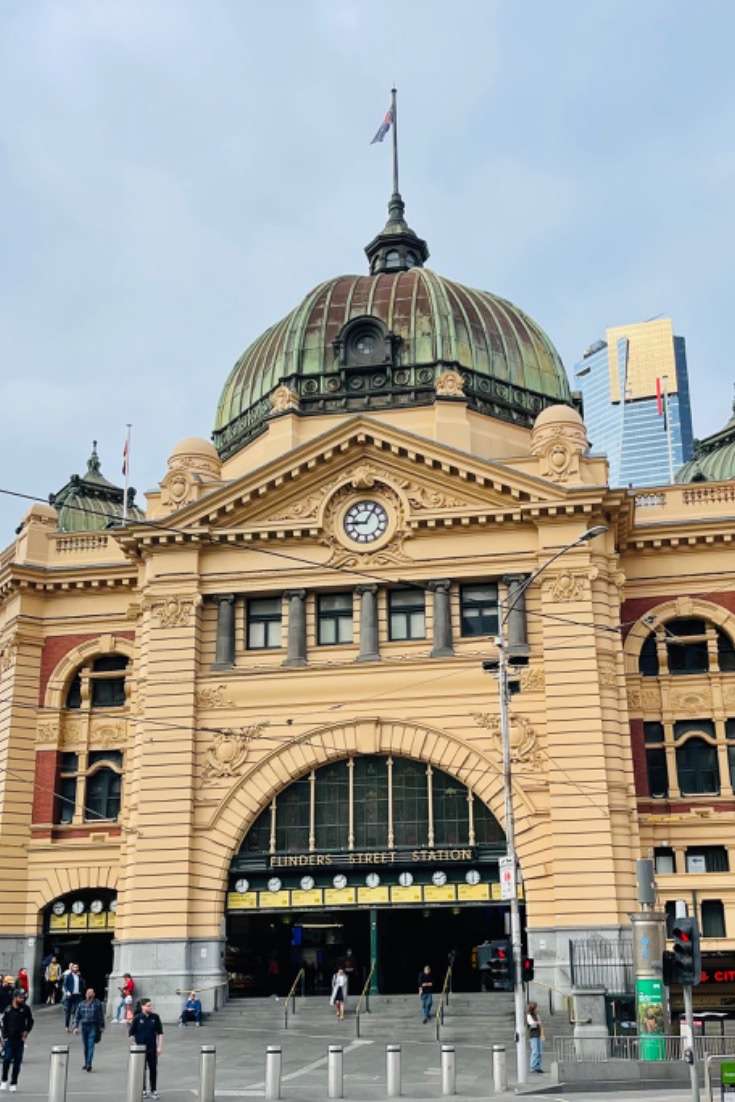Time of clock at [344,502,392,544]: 9:05
